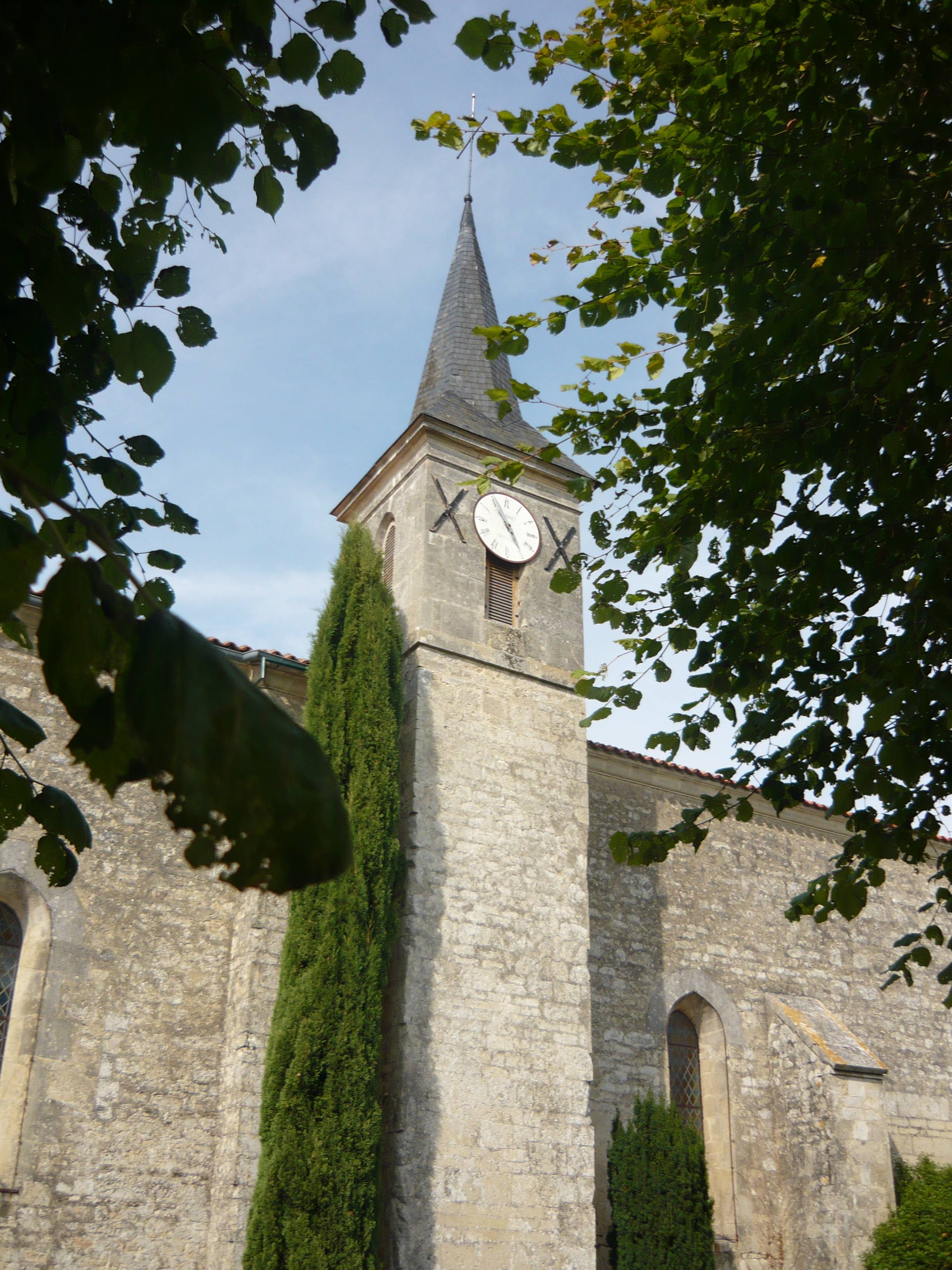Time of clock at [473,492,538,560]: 4:54
